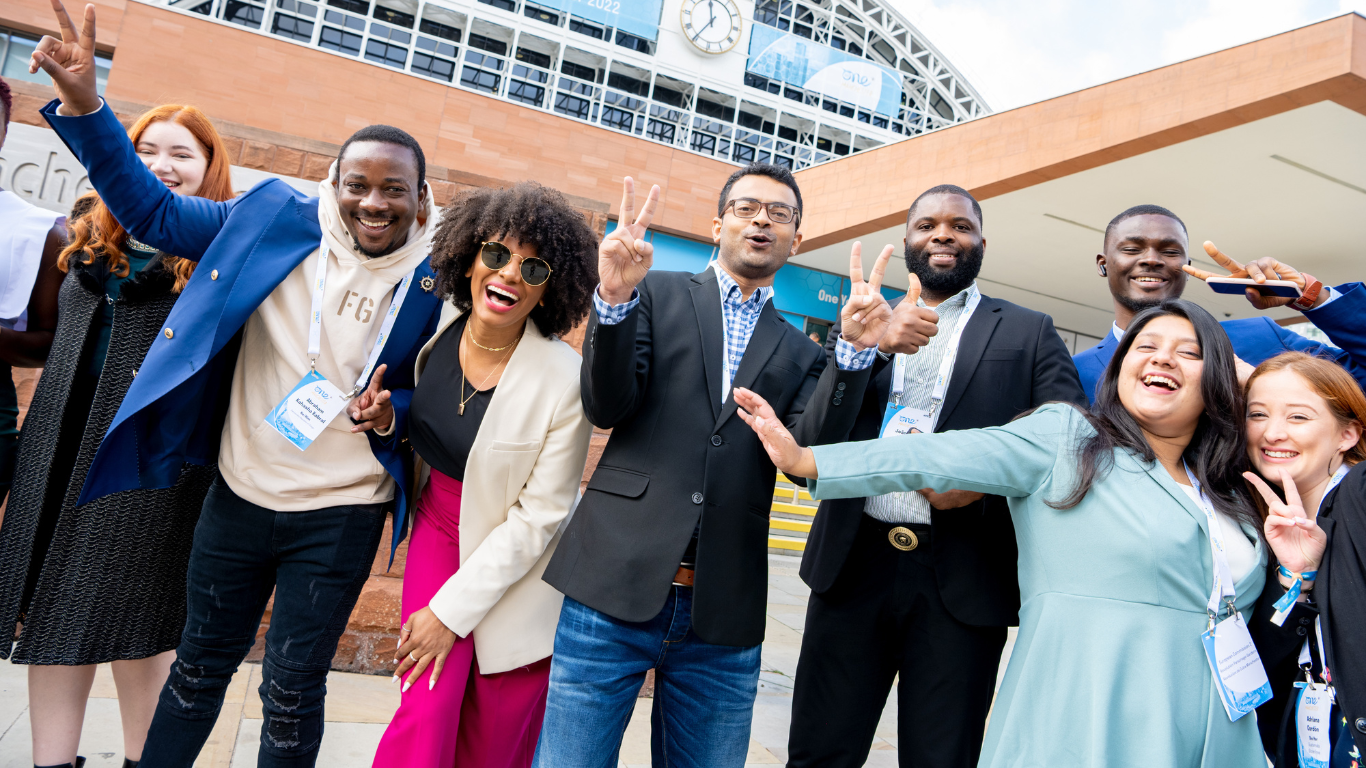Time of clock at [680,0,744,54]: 11:35
